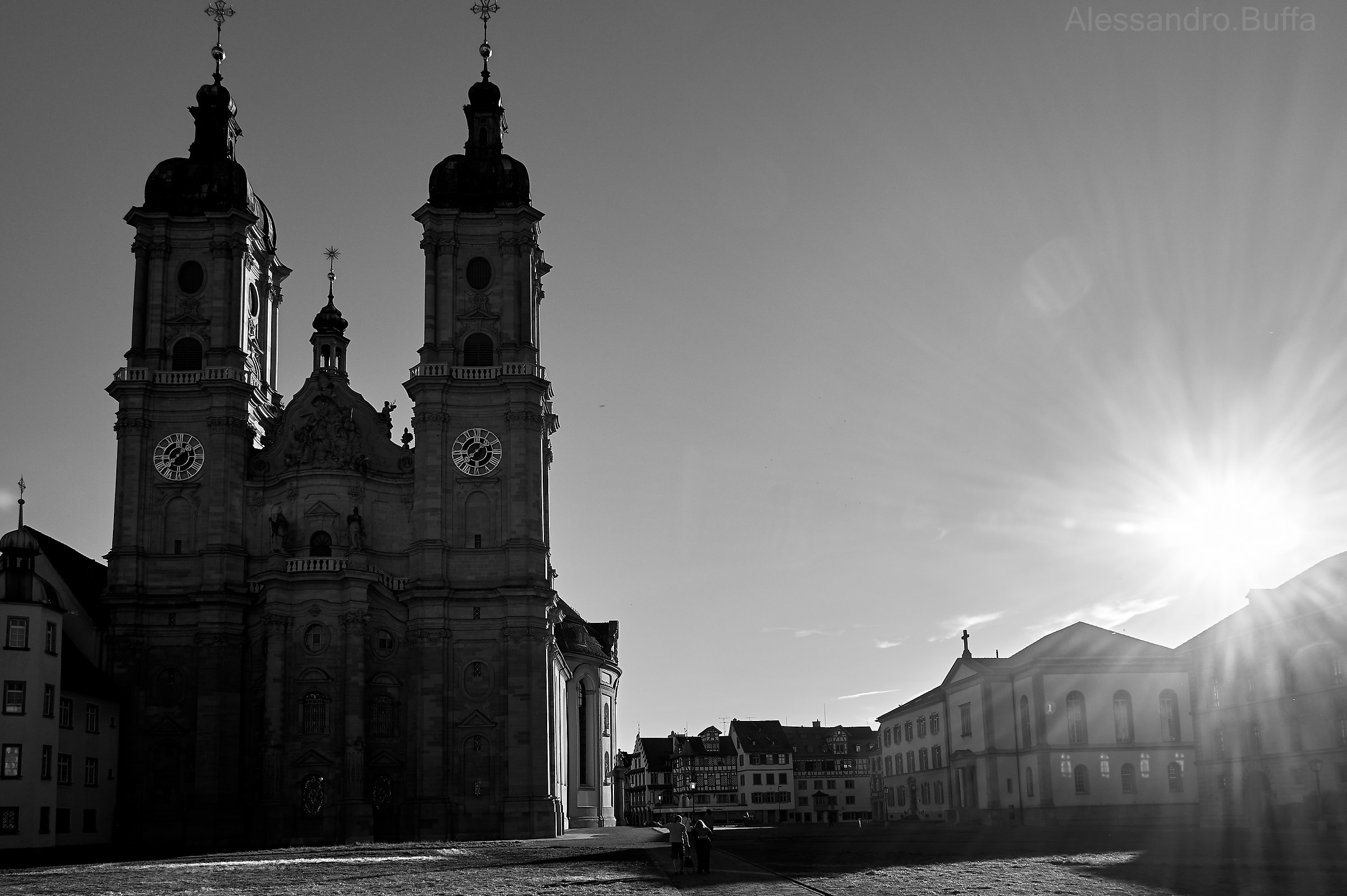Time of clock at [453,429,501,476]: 1:37
